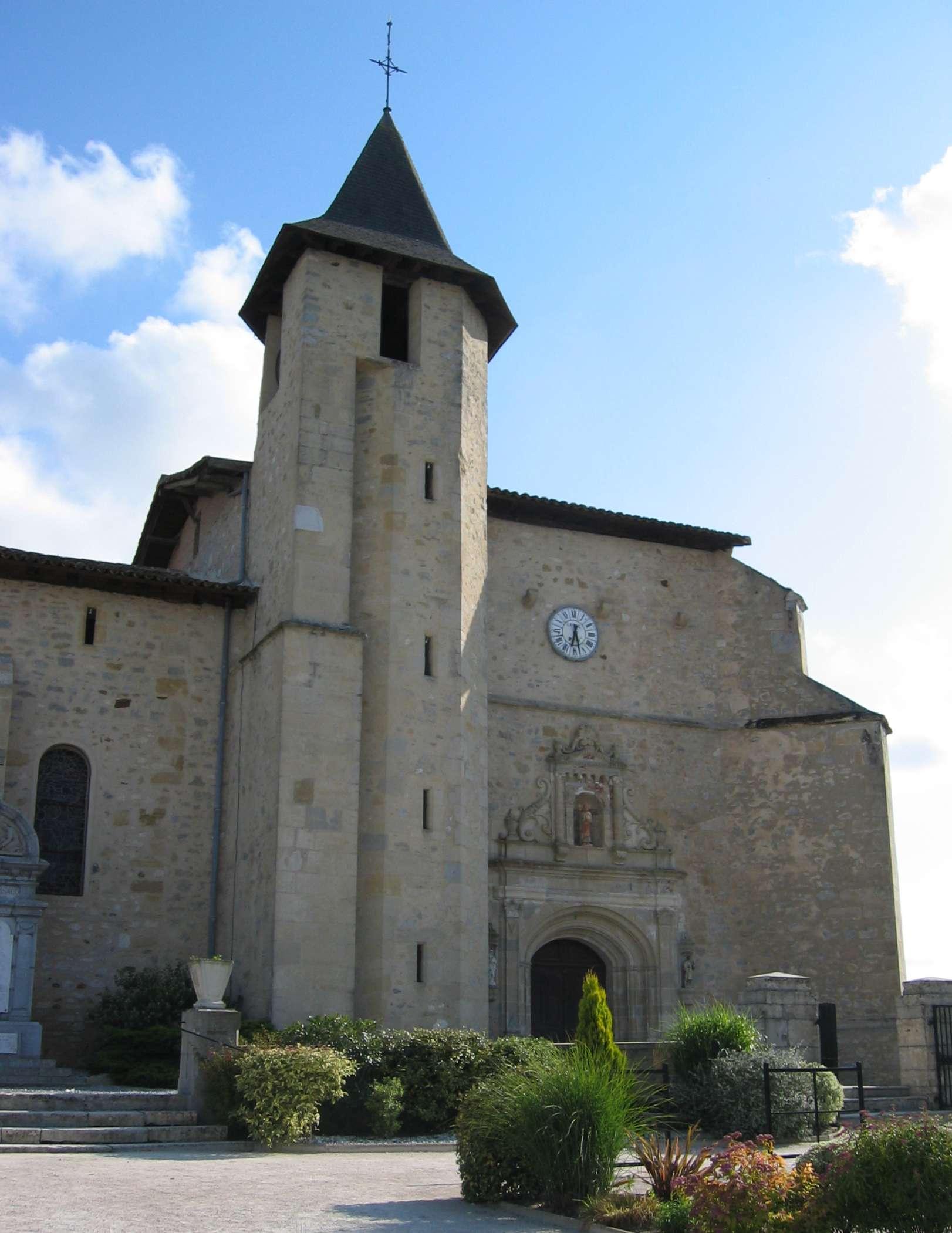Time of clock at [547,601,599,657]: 6:27
